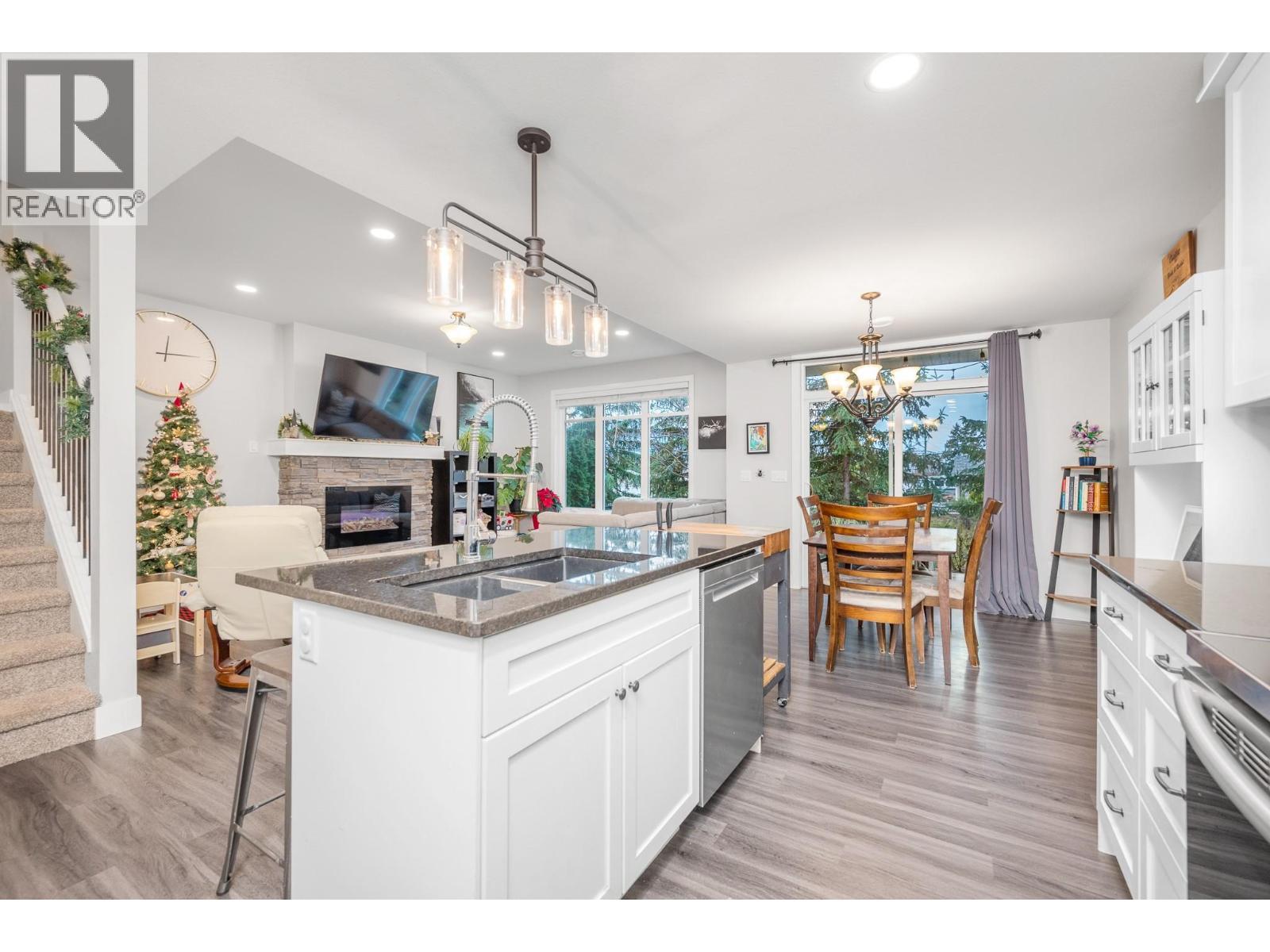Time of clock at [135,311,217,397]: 12:14
